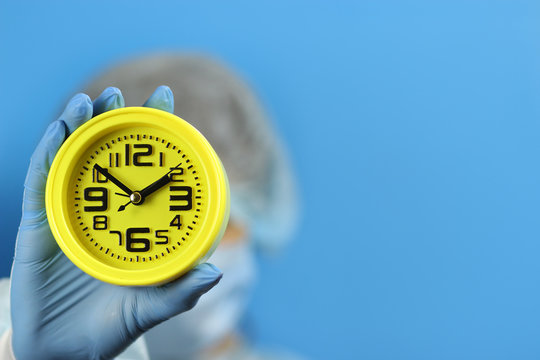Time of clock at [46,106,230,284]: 1:51
